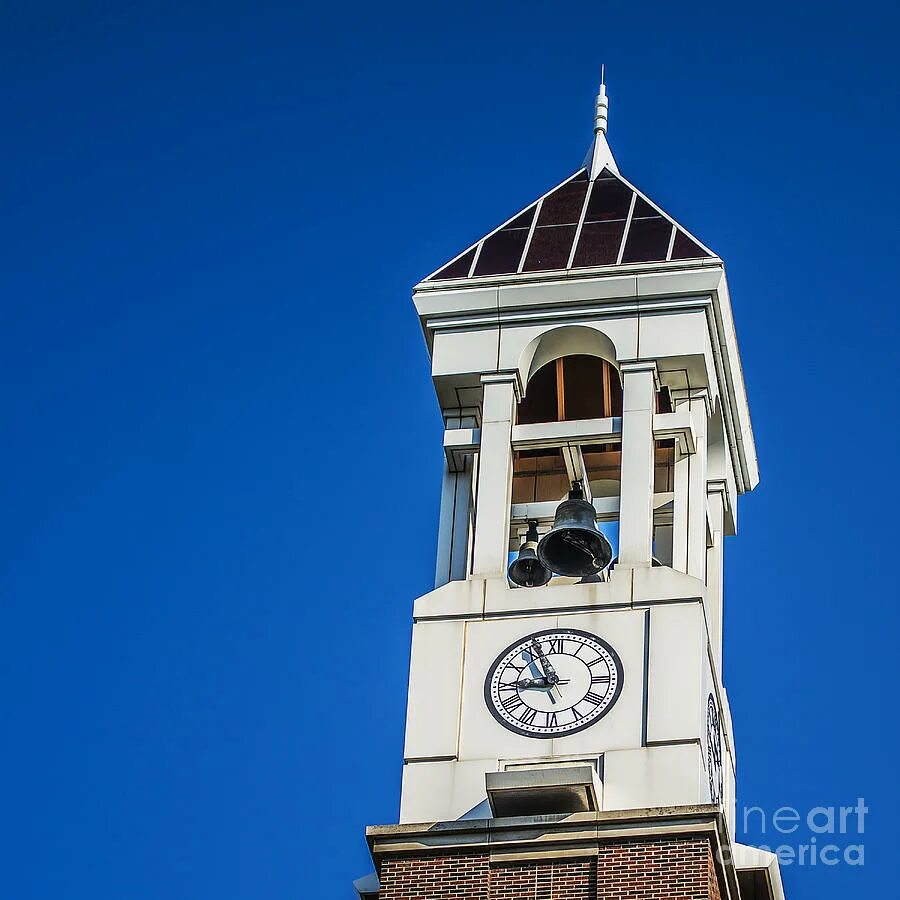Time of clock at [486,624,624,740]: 8:56
